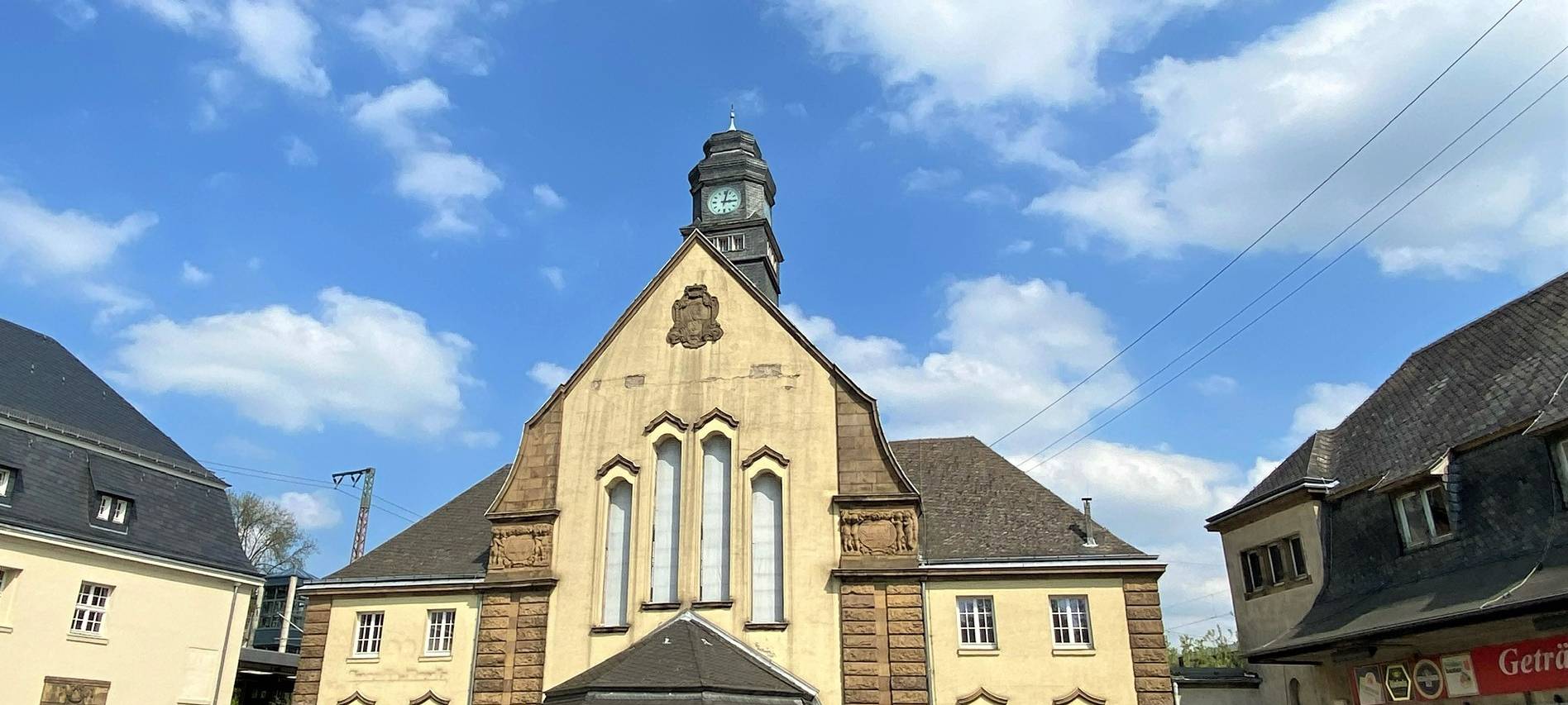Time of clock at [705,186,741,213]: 3:02
